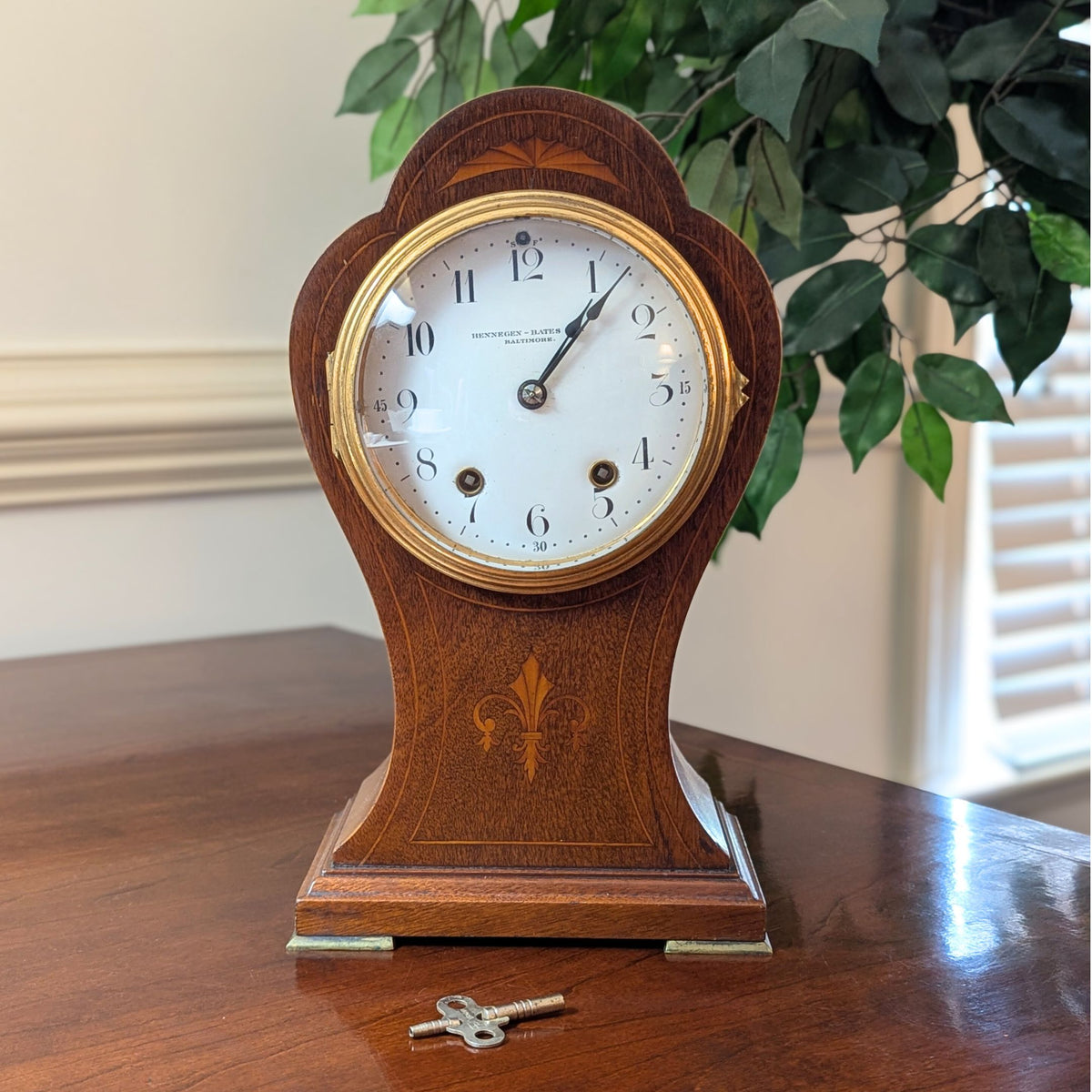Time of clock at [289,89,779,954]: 1:06
